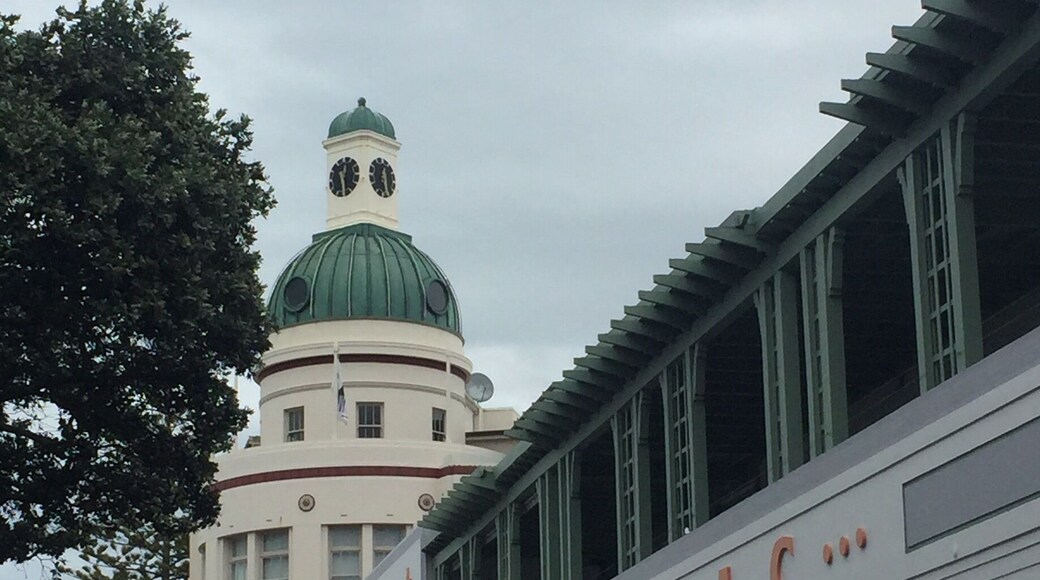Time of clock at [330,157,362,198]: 12:28
